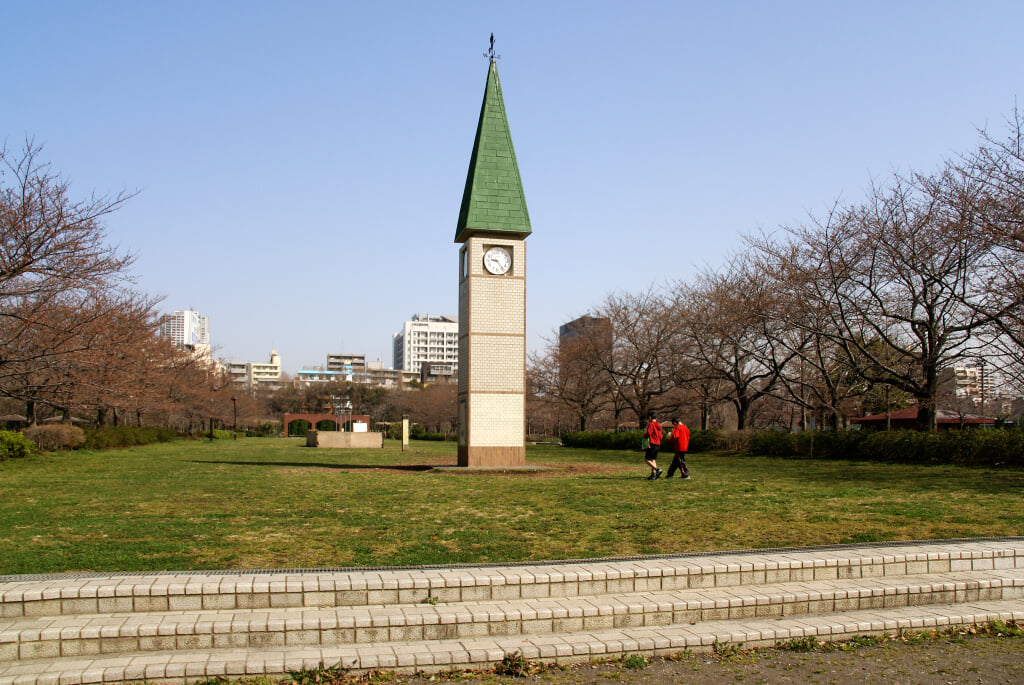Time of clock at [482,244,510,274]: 9:23
